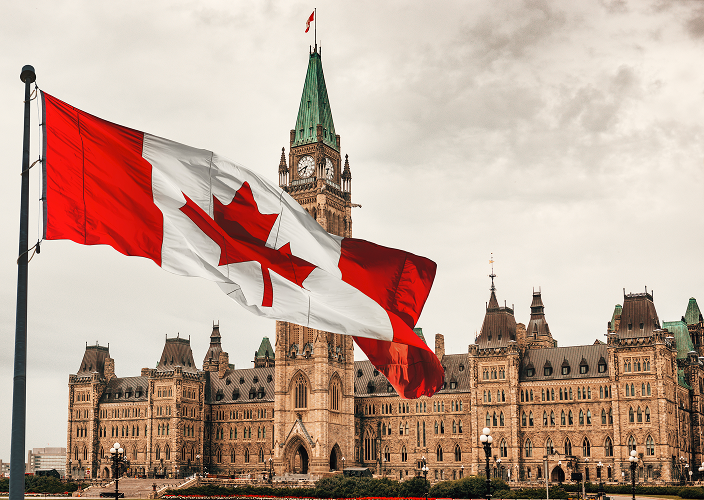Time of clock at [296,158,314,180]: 6:41
